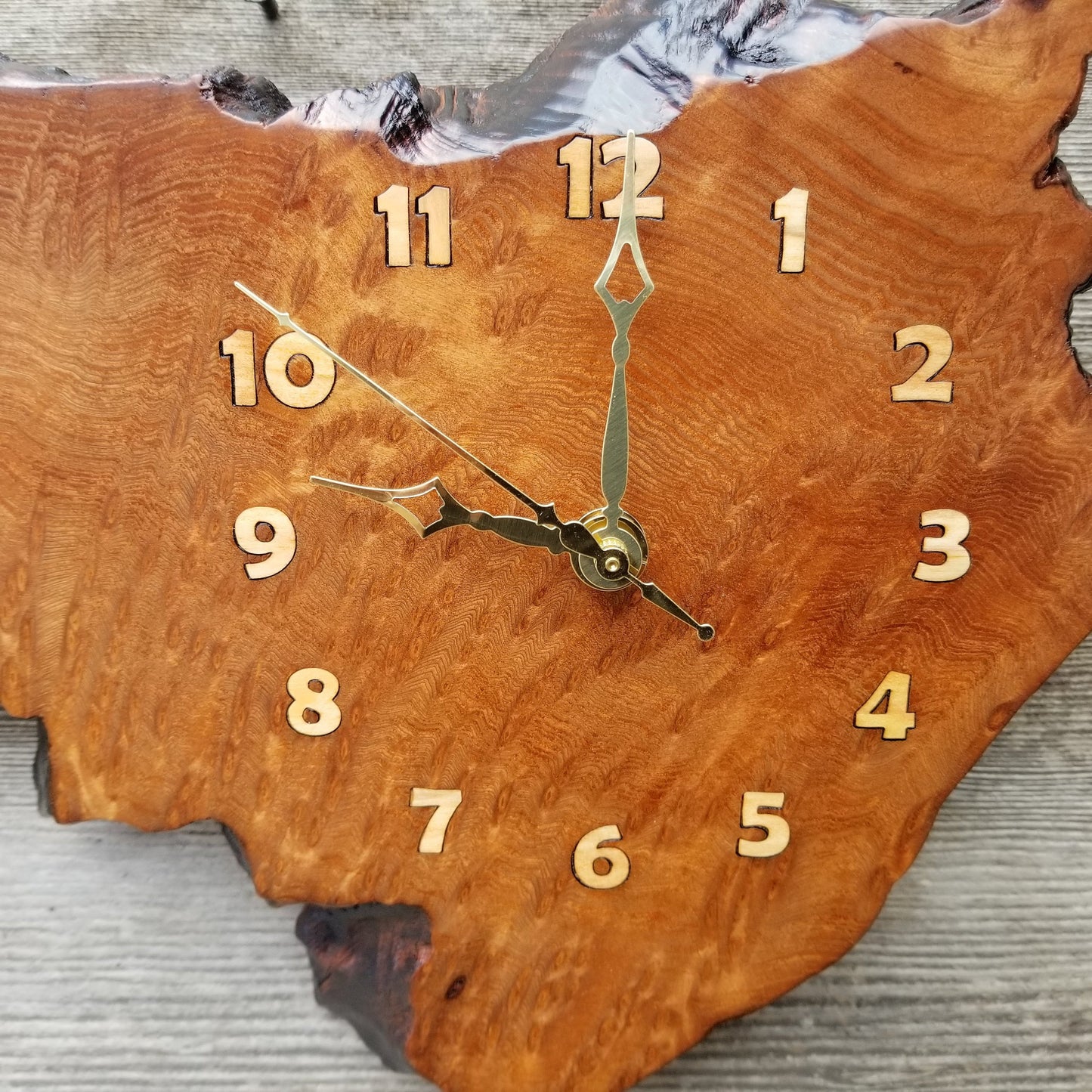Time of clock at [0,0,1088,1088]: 9:00
